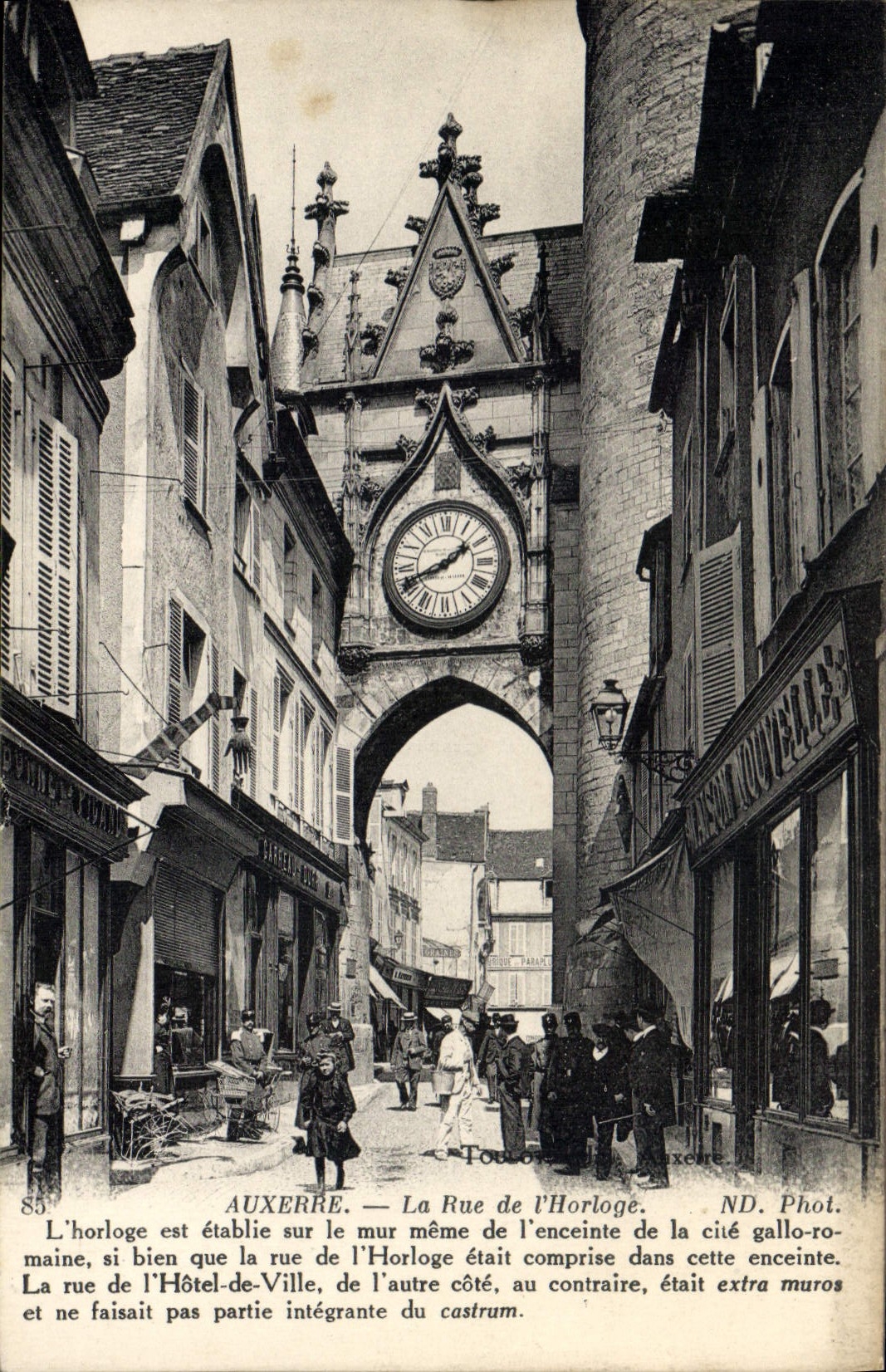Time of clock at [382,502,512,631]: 1:41
